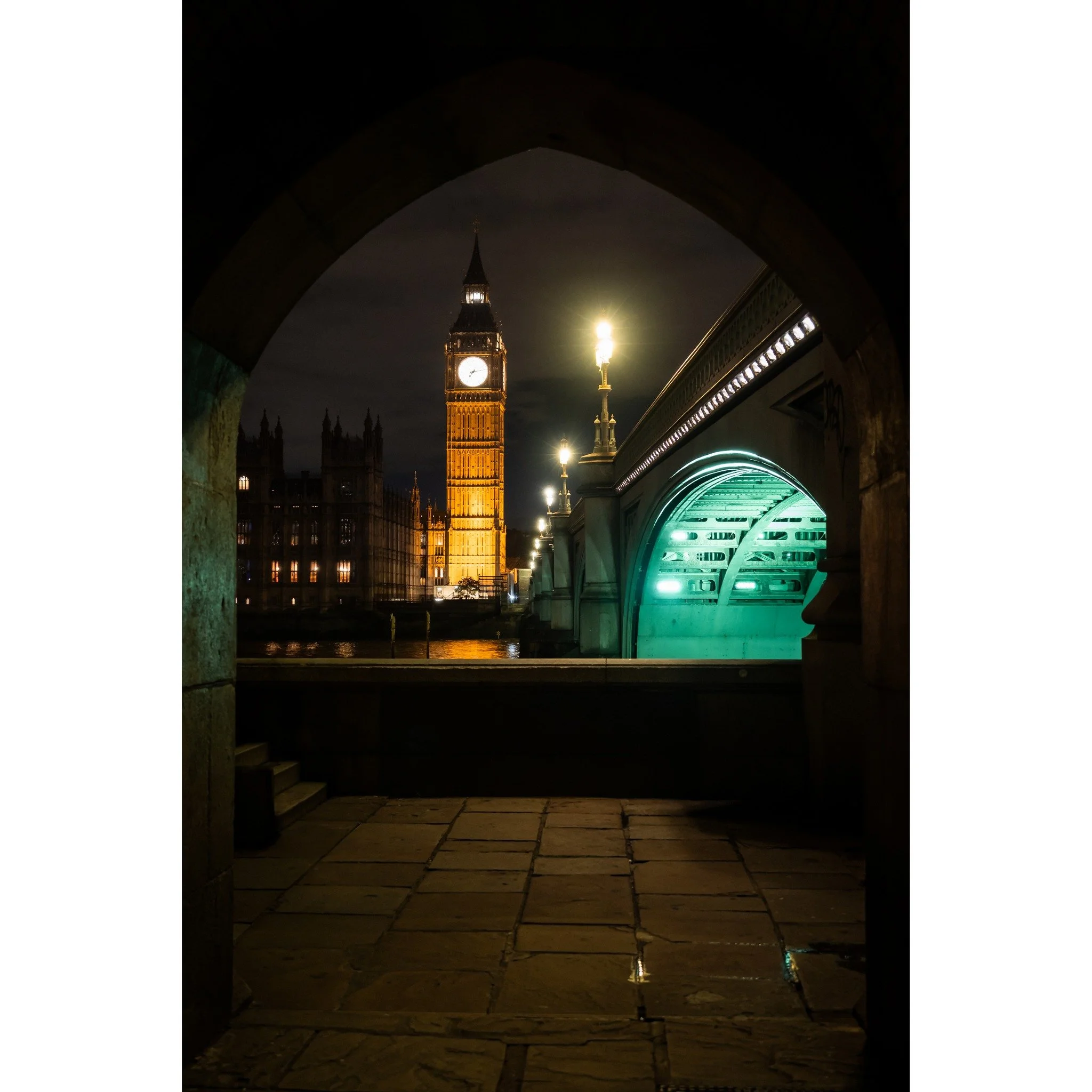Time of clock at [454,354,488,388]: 7:13
